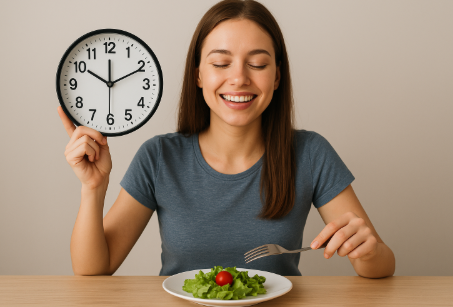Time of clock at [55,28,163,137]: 12:10
